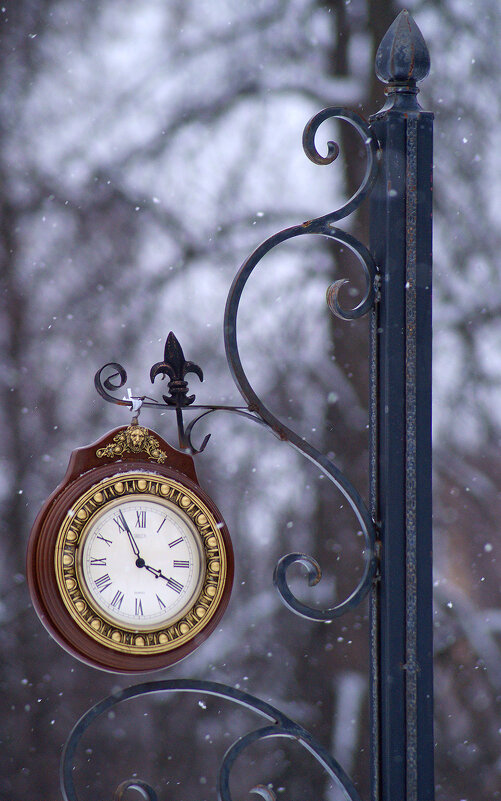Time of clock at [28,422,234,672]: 3:56
